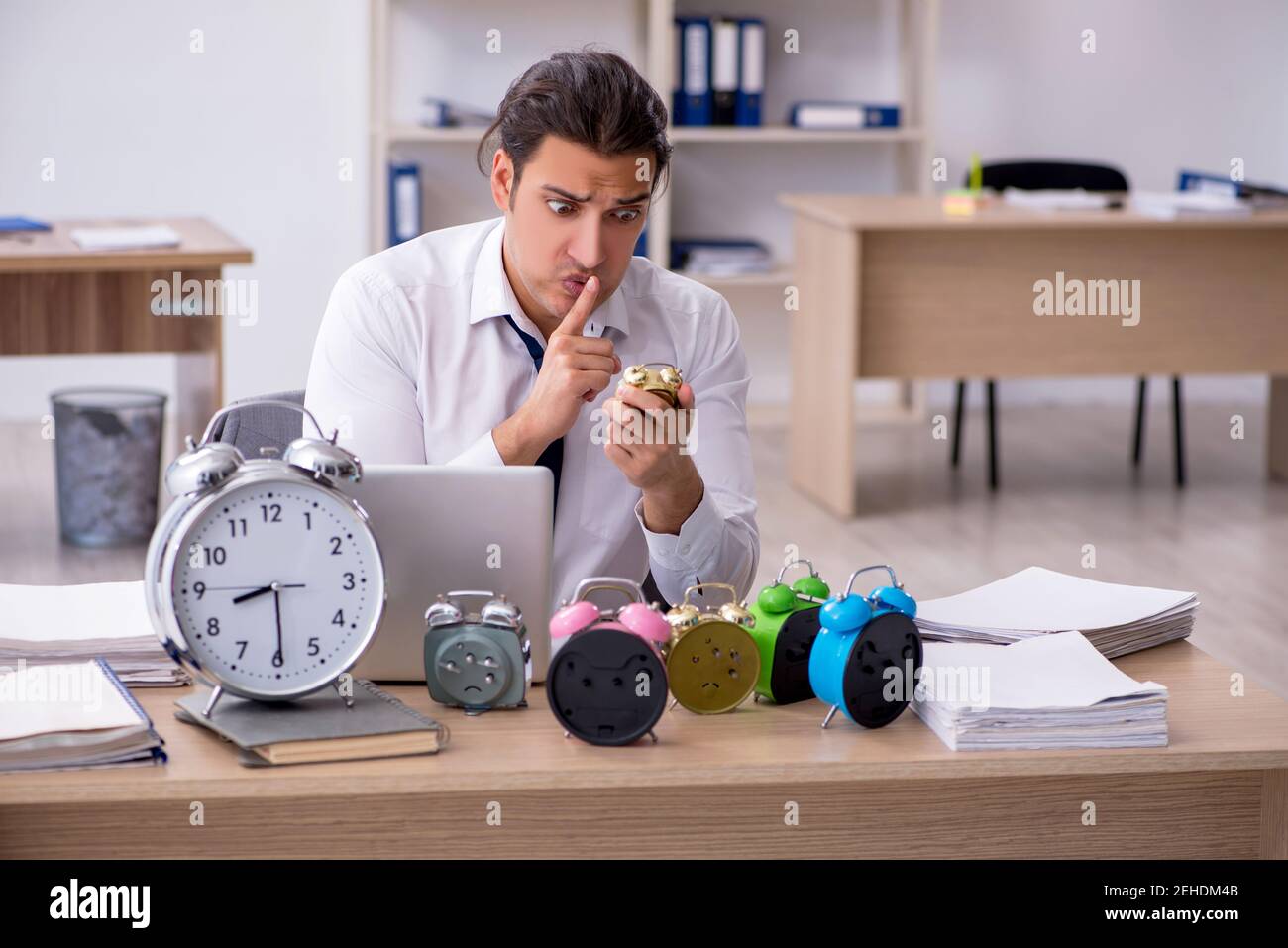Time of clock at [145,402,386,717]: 8:29
